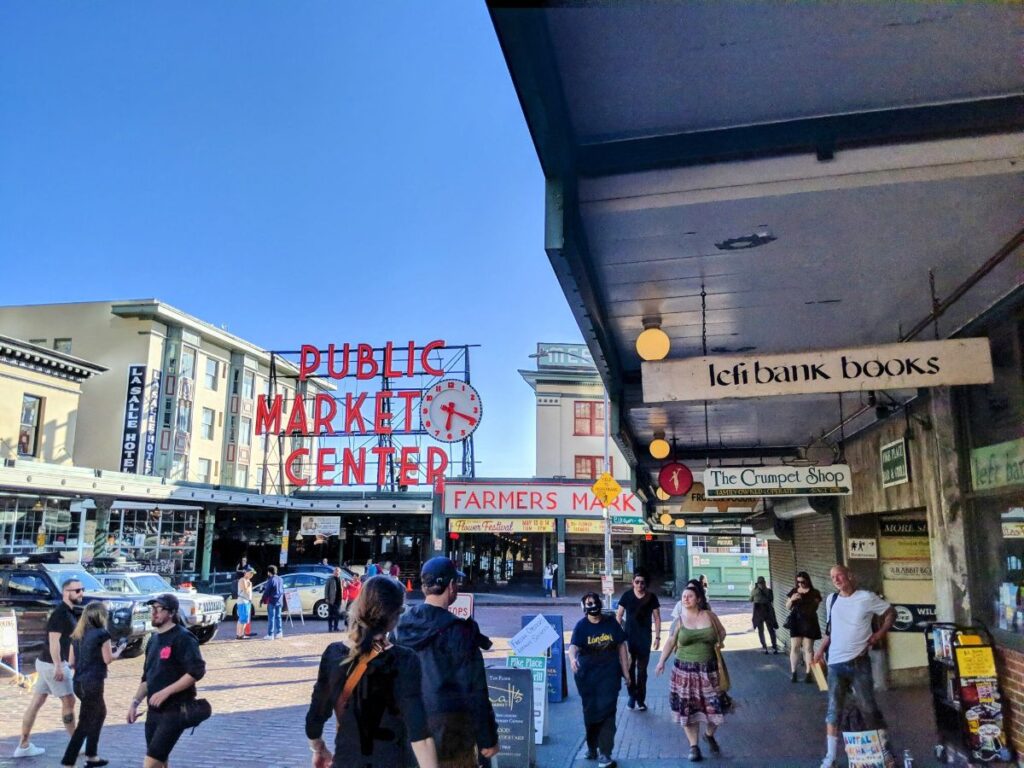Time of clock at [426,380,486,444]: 6:18
